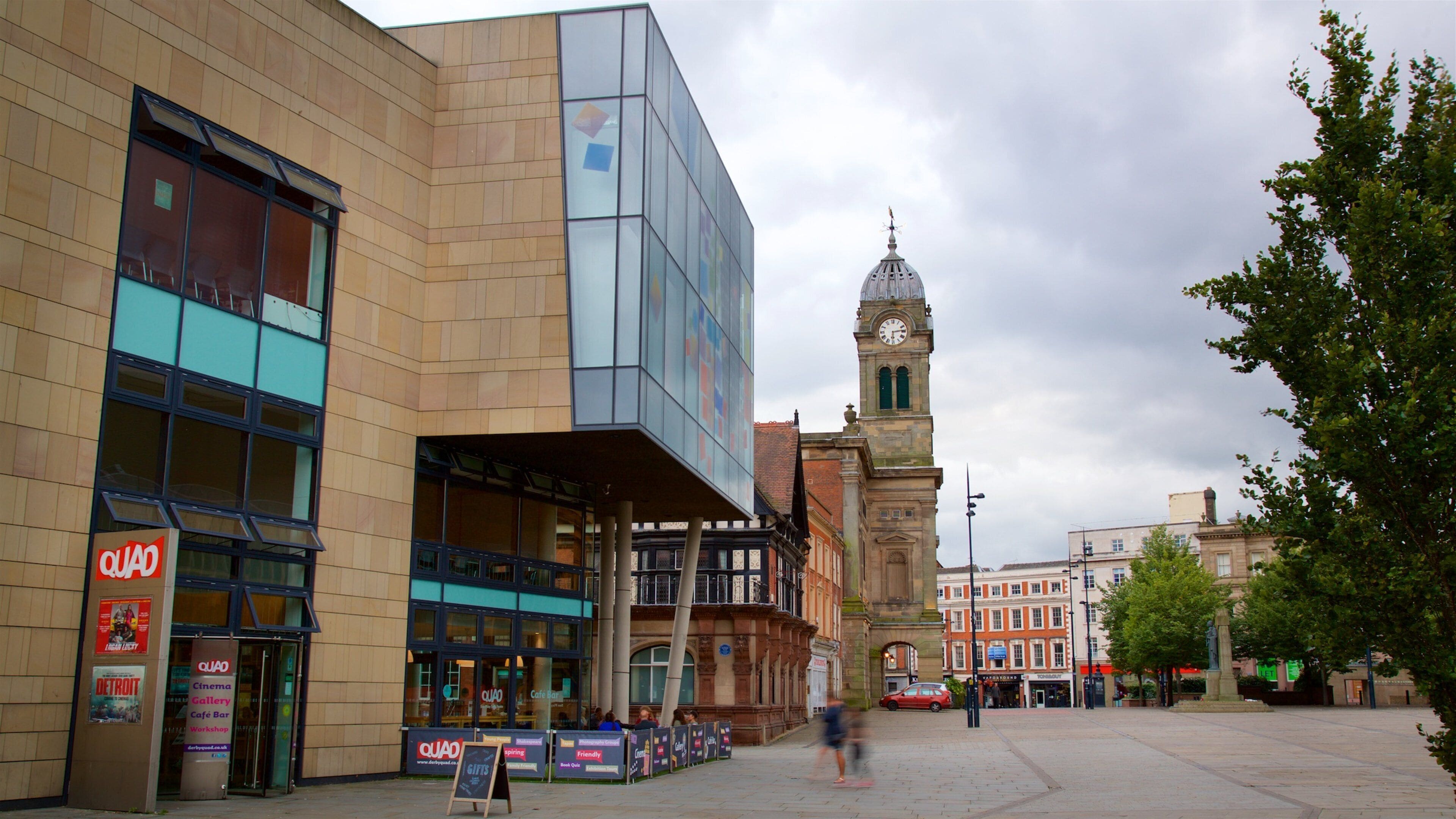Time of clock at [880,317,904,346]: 6:13
